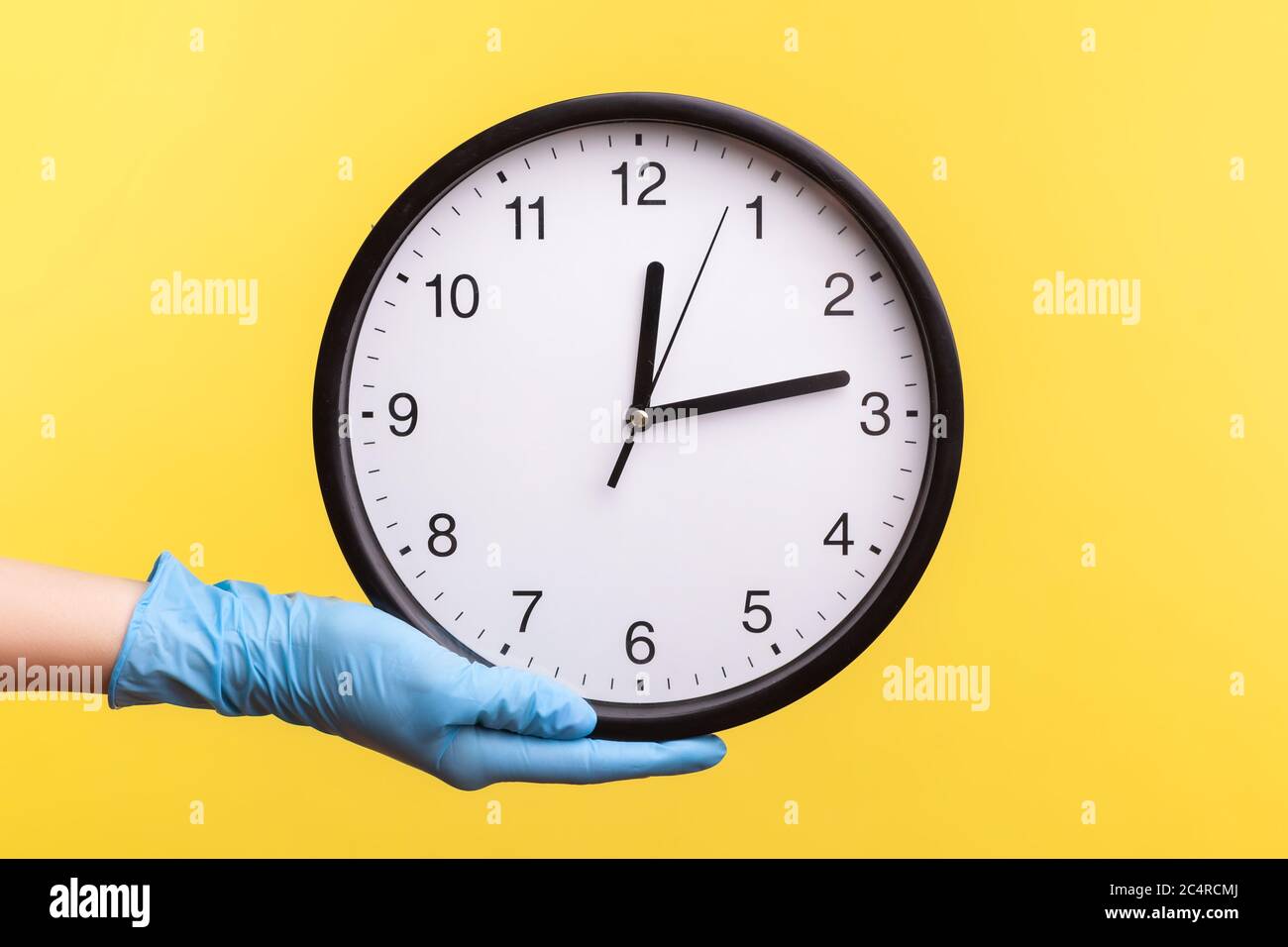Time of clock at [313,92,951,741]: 12:13
